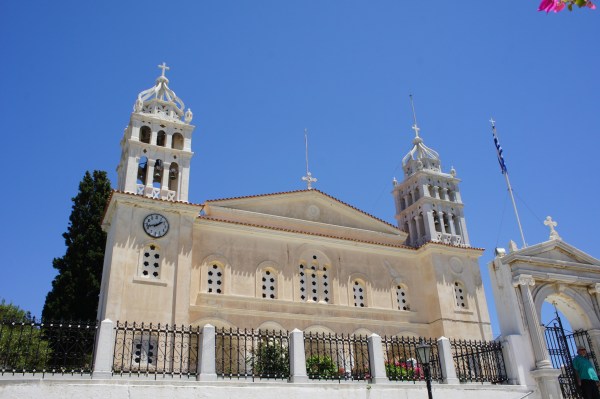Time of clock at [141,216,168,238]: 1:42
